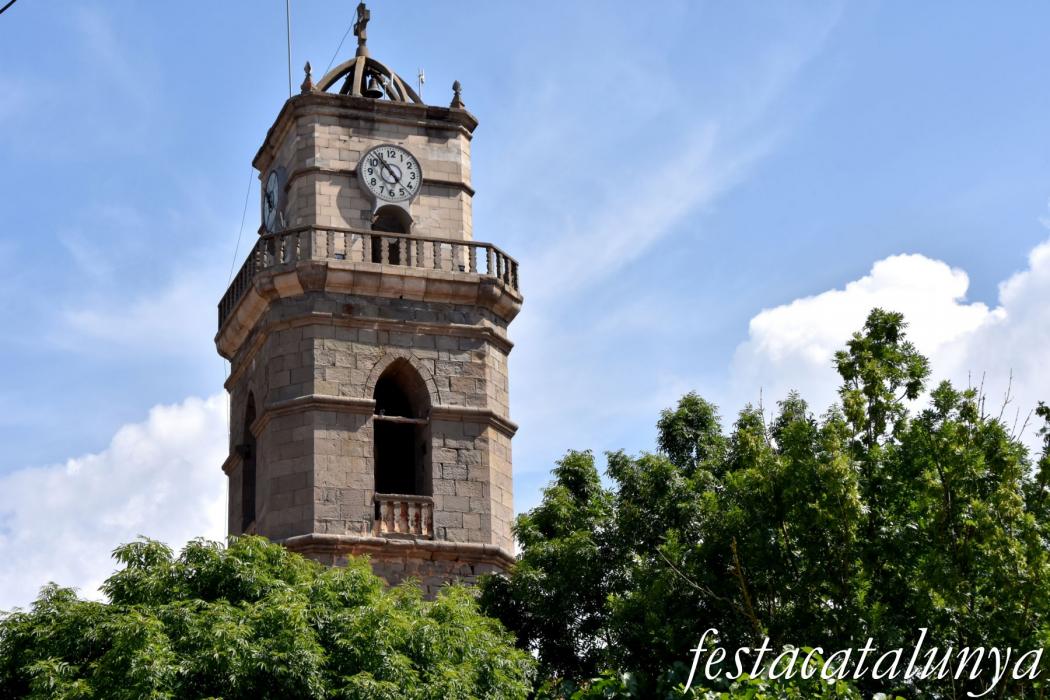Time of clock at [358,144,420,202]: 4:53
